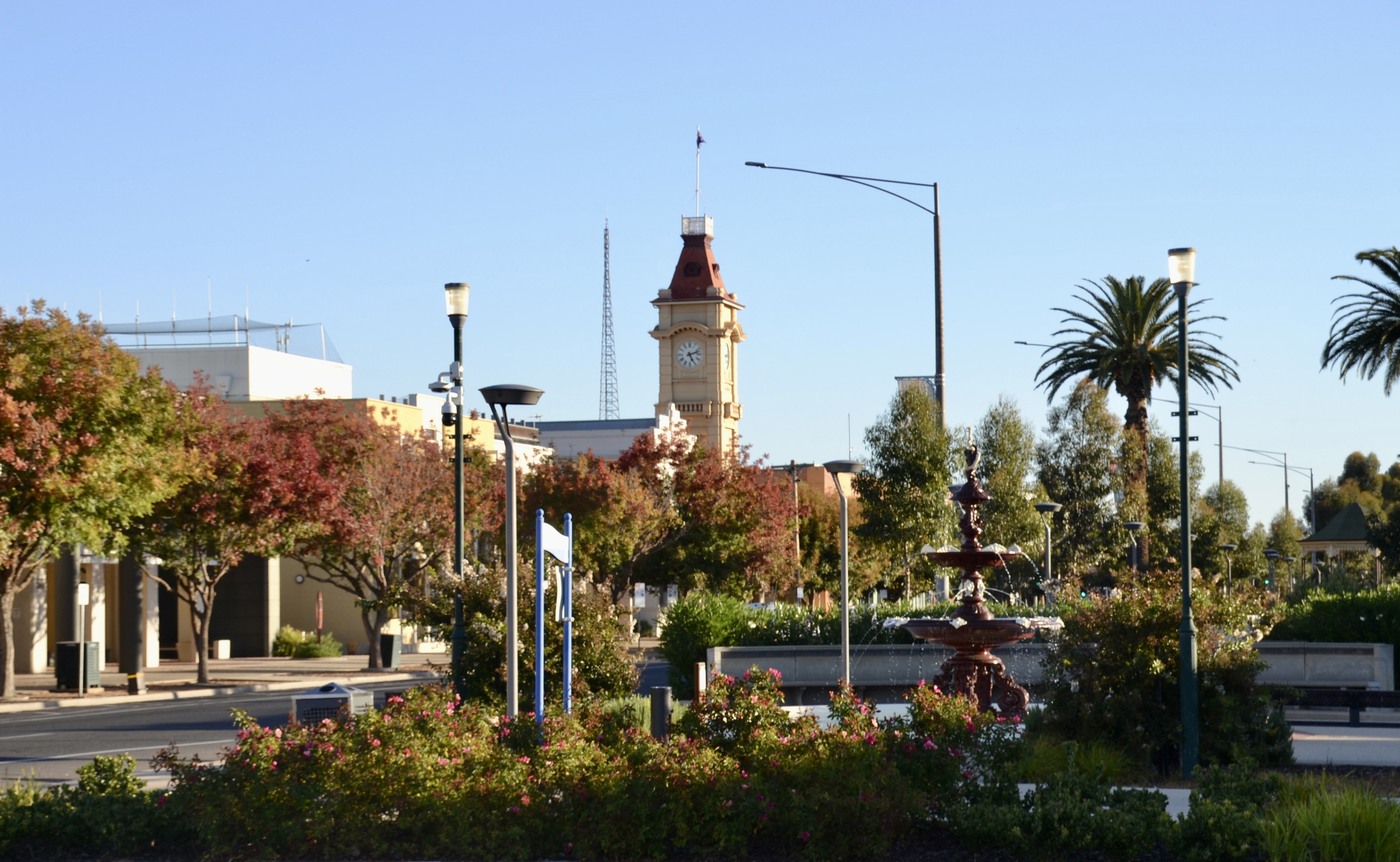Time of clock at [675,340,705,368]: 5:12
